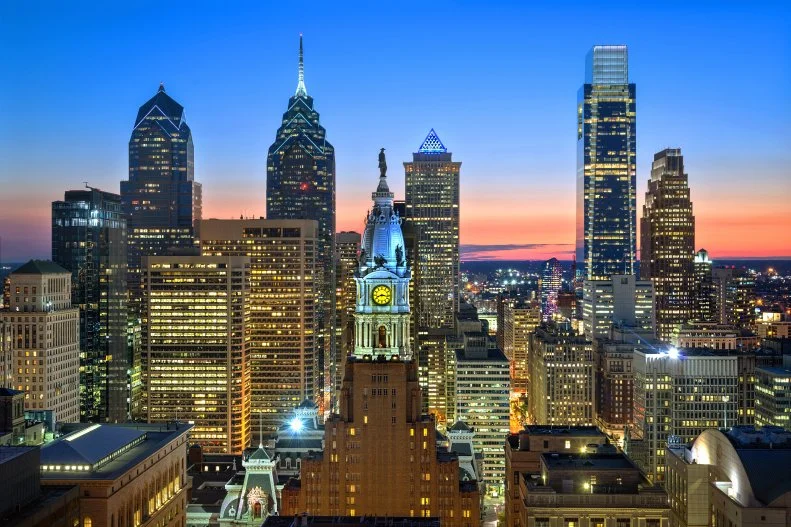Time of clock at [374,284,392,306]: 8:16
